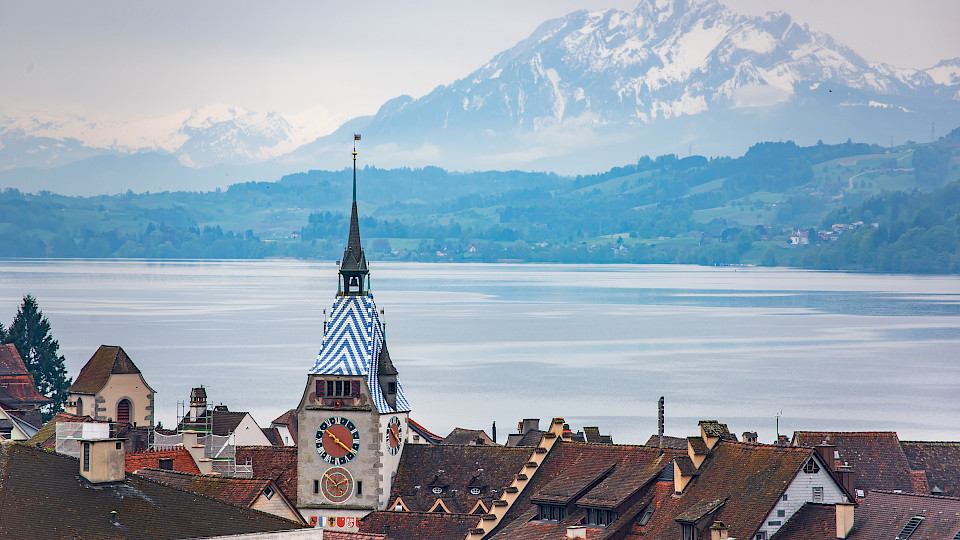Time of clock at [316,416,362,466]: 10:20
